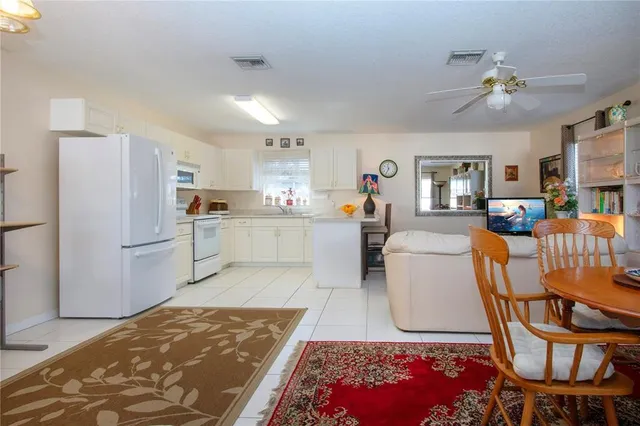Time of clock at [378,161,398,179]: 11:34
